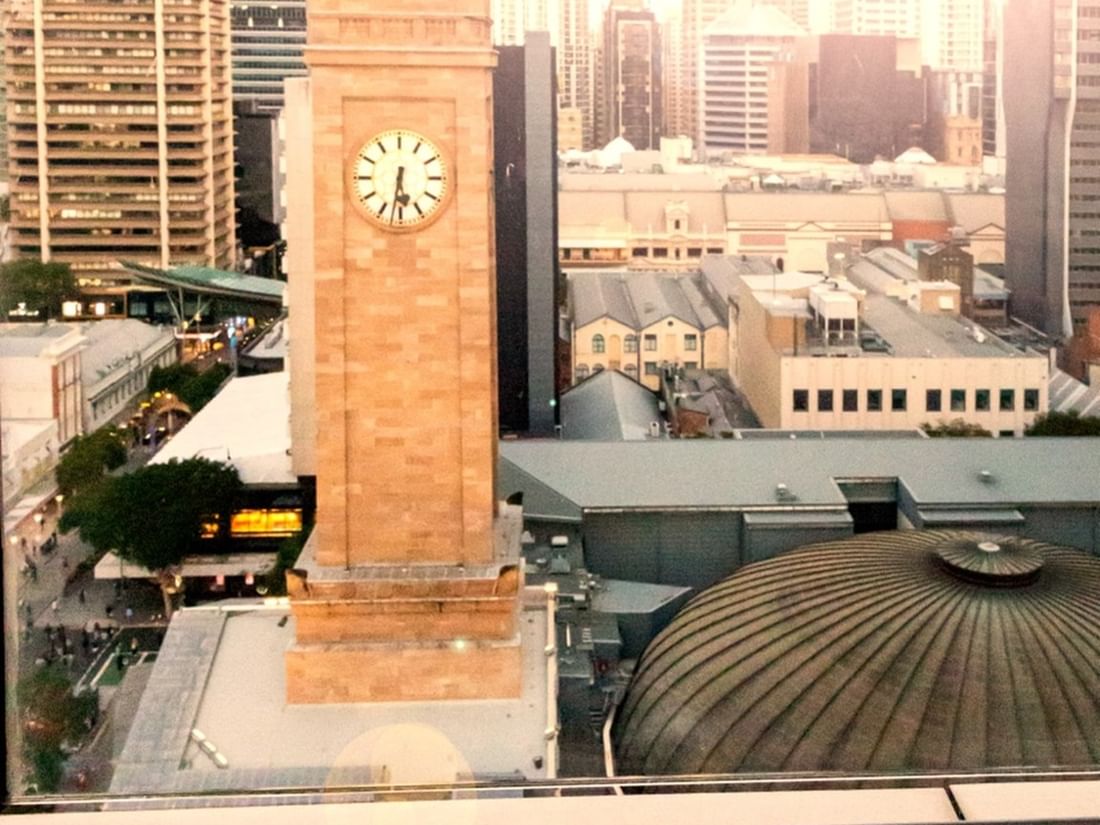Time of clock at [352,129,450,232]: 5:31
